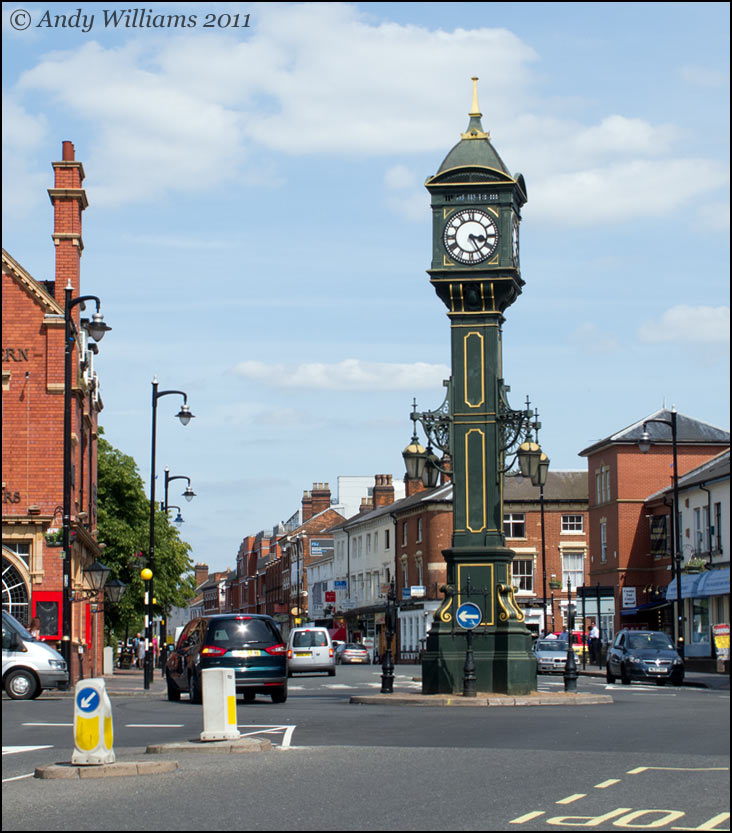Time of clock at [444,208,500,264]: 3:25
